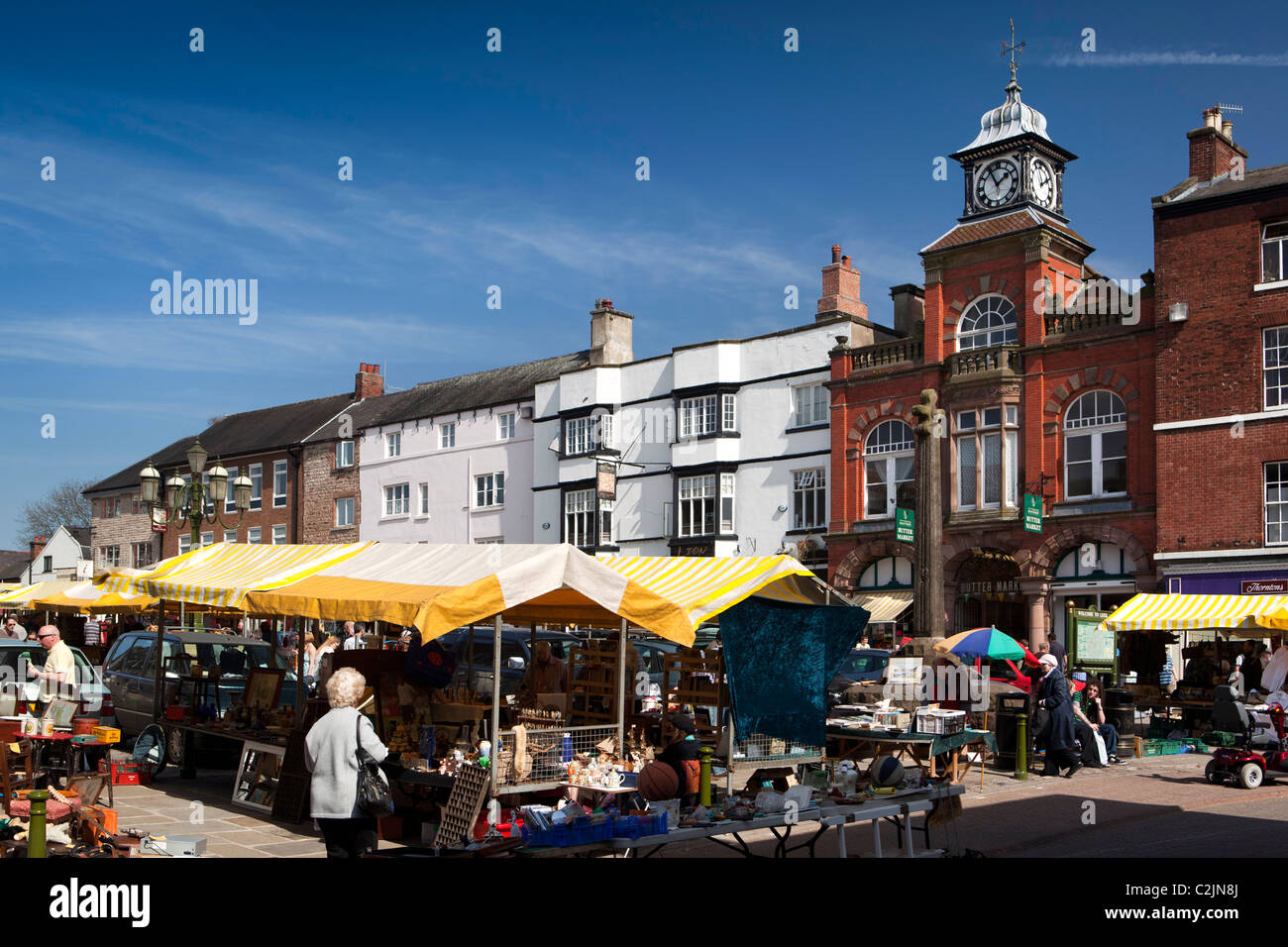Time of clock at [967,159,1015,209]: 1:55
